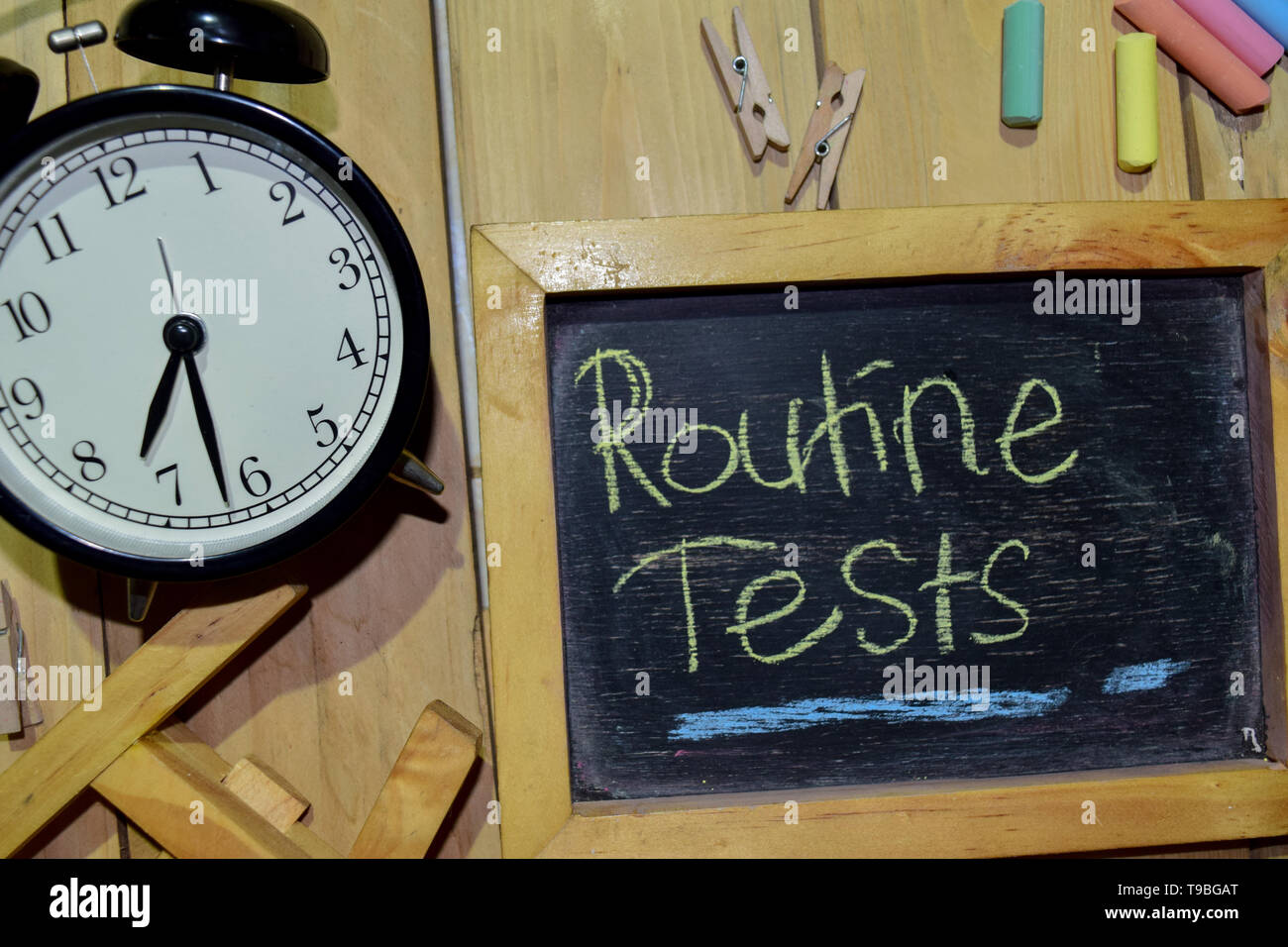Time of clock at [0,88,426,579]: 7:32
